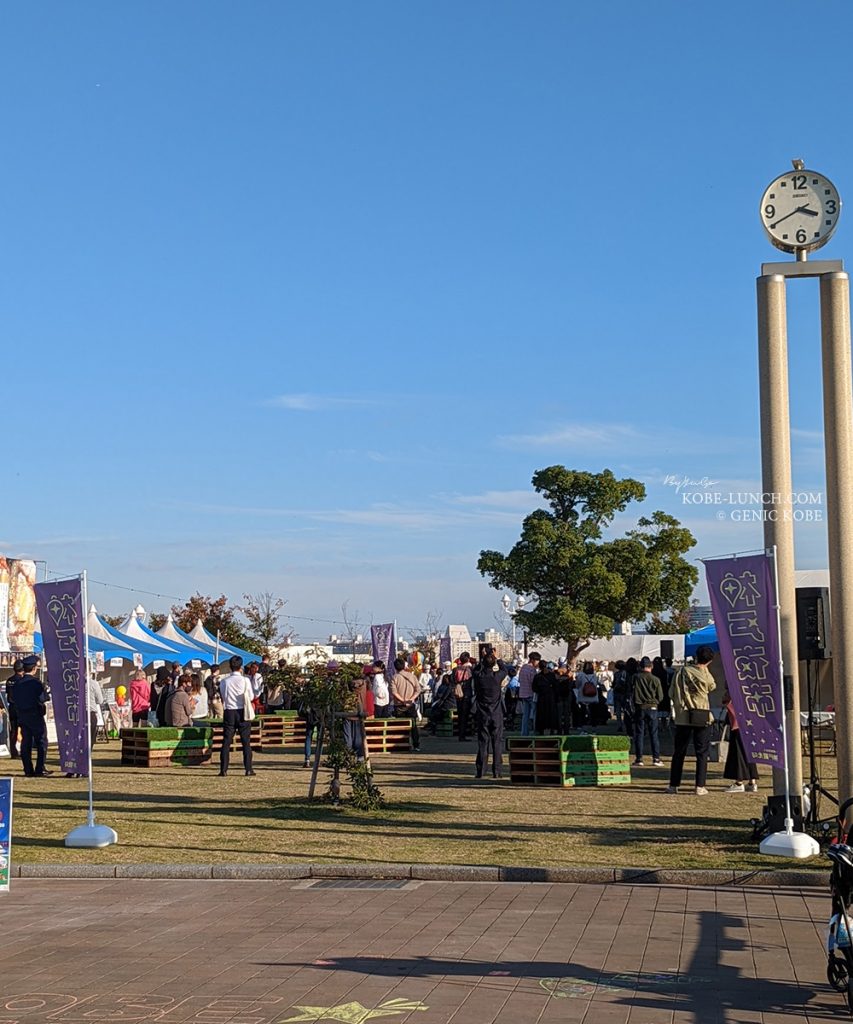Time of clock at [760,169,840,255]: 3:40
